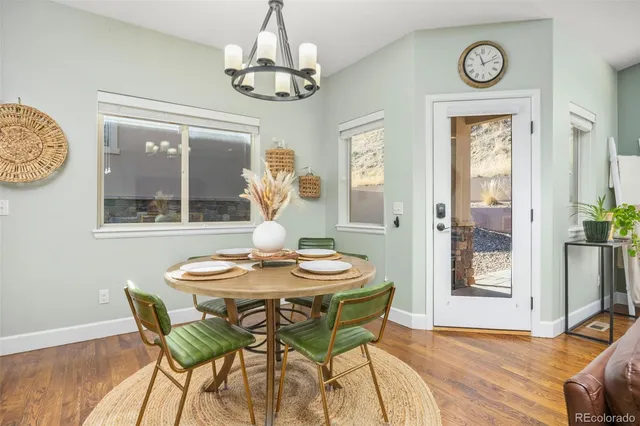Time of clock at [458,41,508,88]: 11:12
